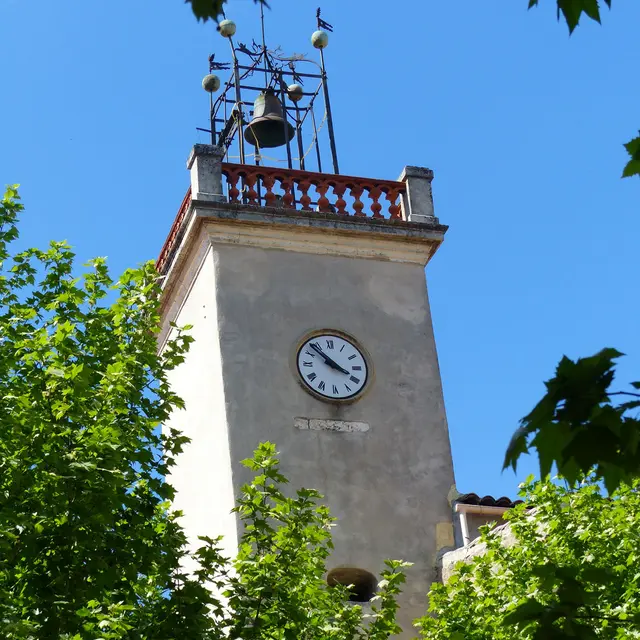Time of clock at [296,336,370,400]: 3:52
